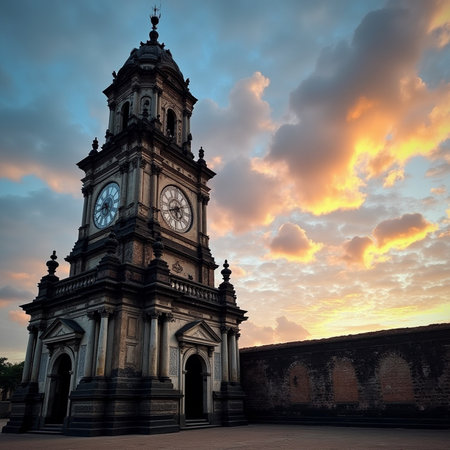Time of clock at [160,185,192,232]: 5:40
